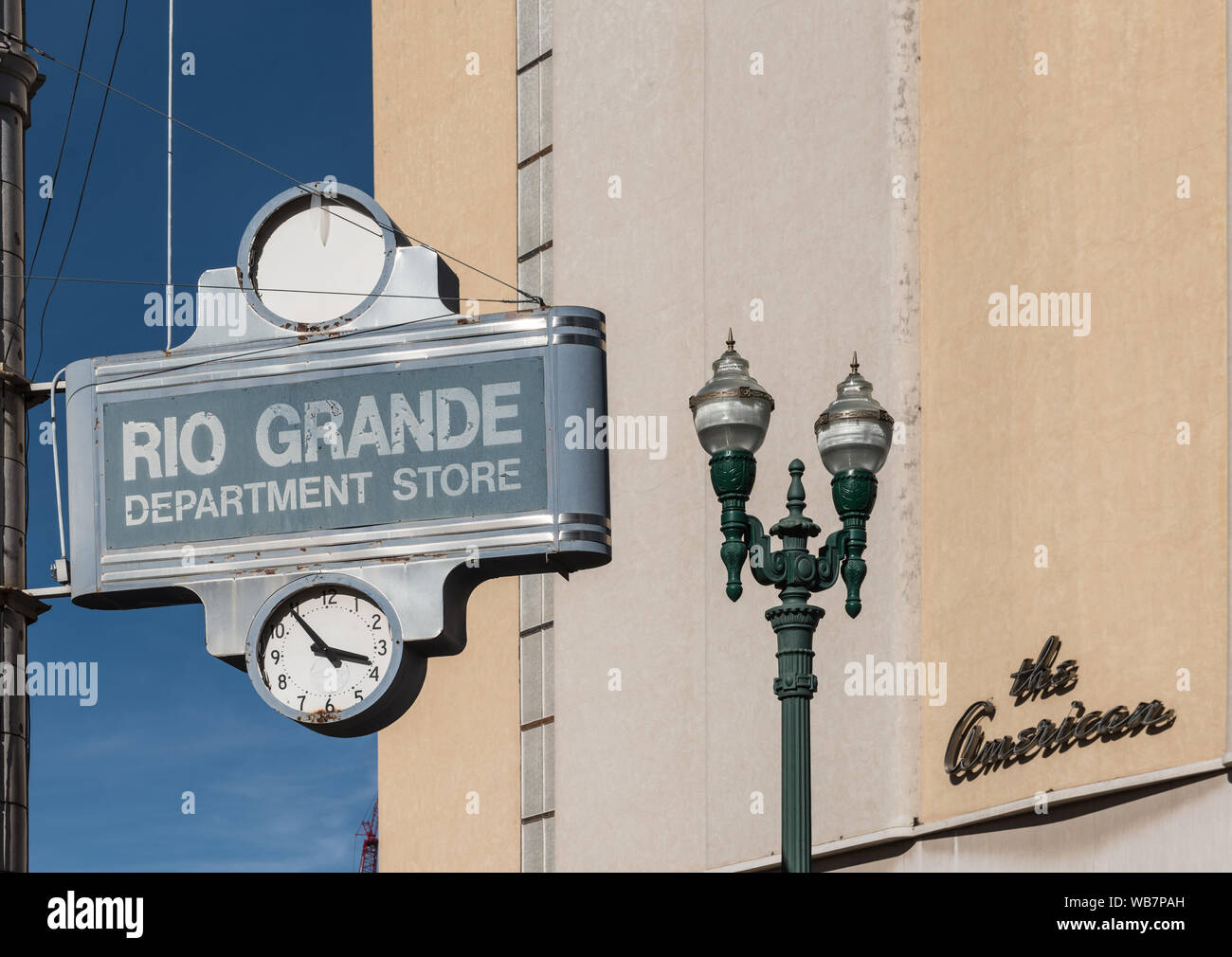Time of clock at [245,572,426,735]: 3:54
